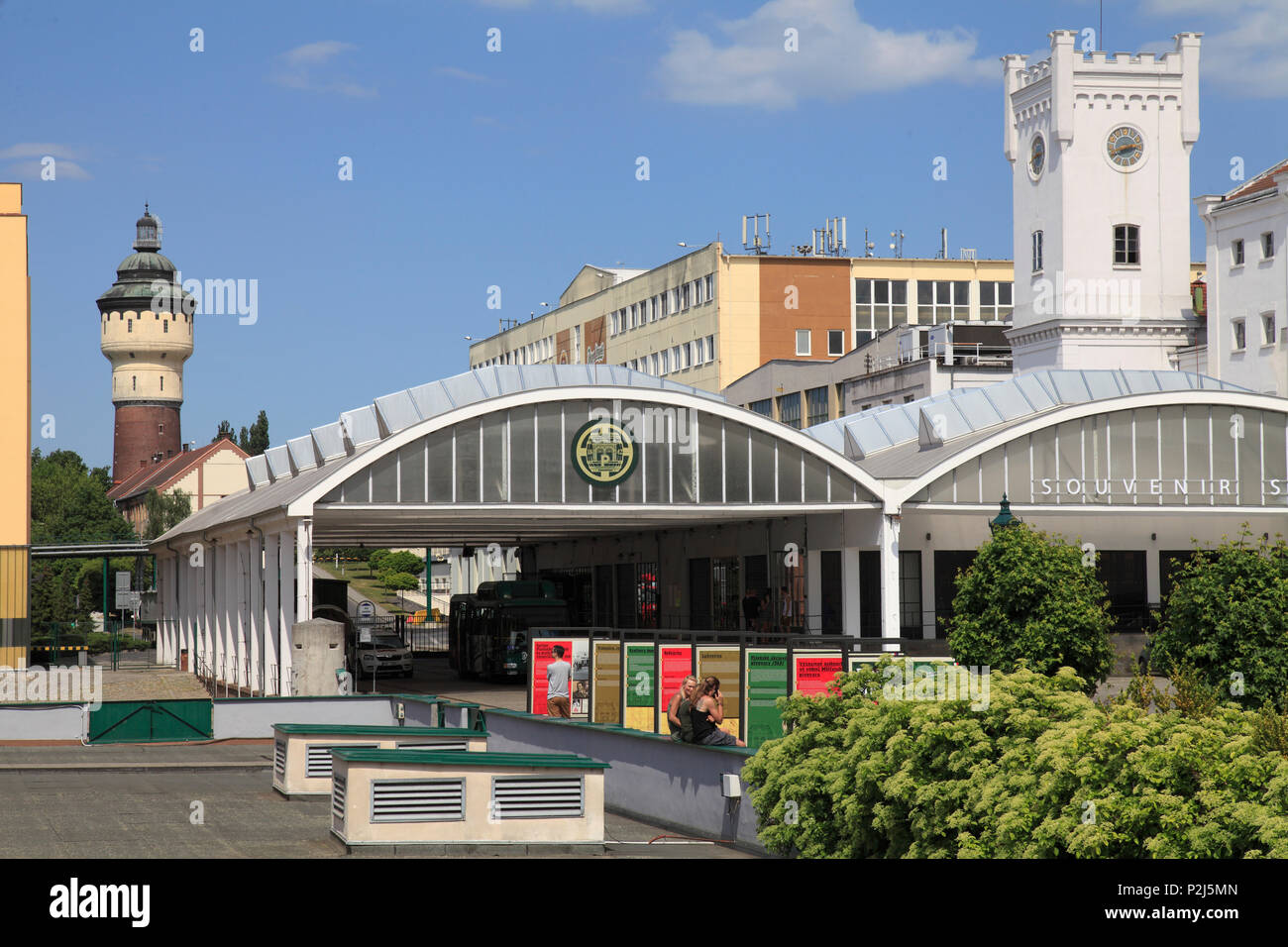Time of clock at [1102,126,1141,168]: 2:40
